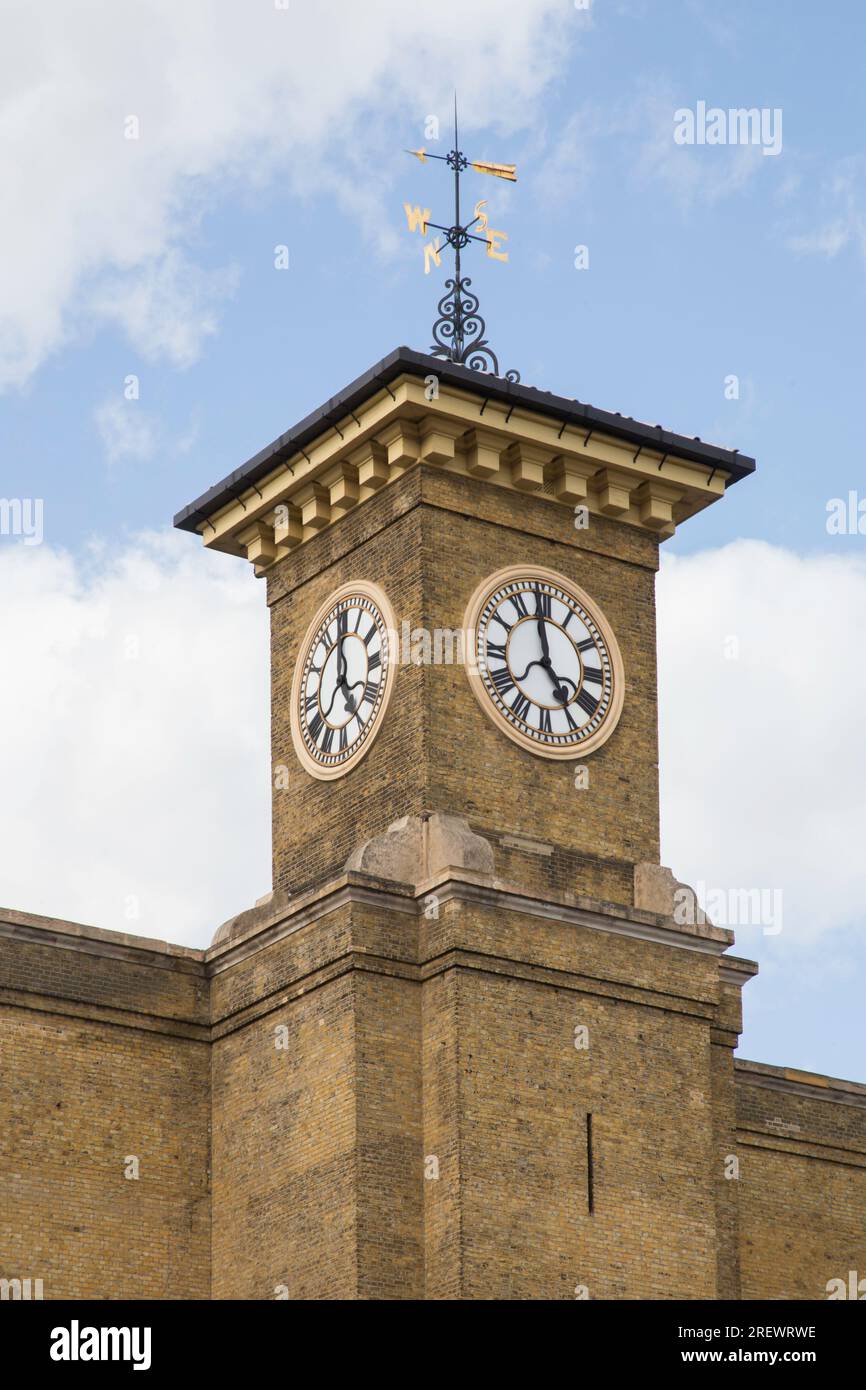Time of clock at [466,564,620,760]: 3:58
